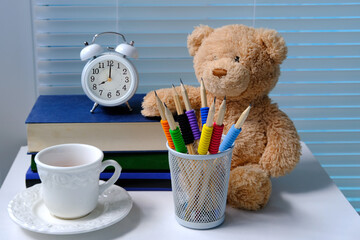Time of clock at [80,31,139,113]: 8:00
